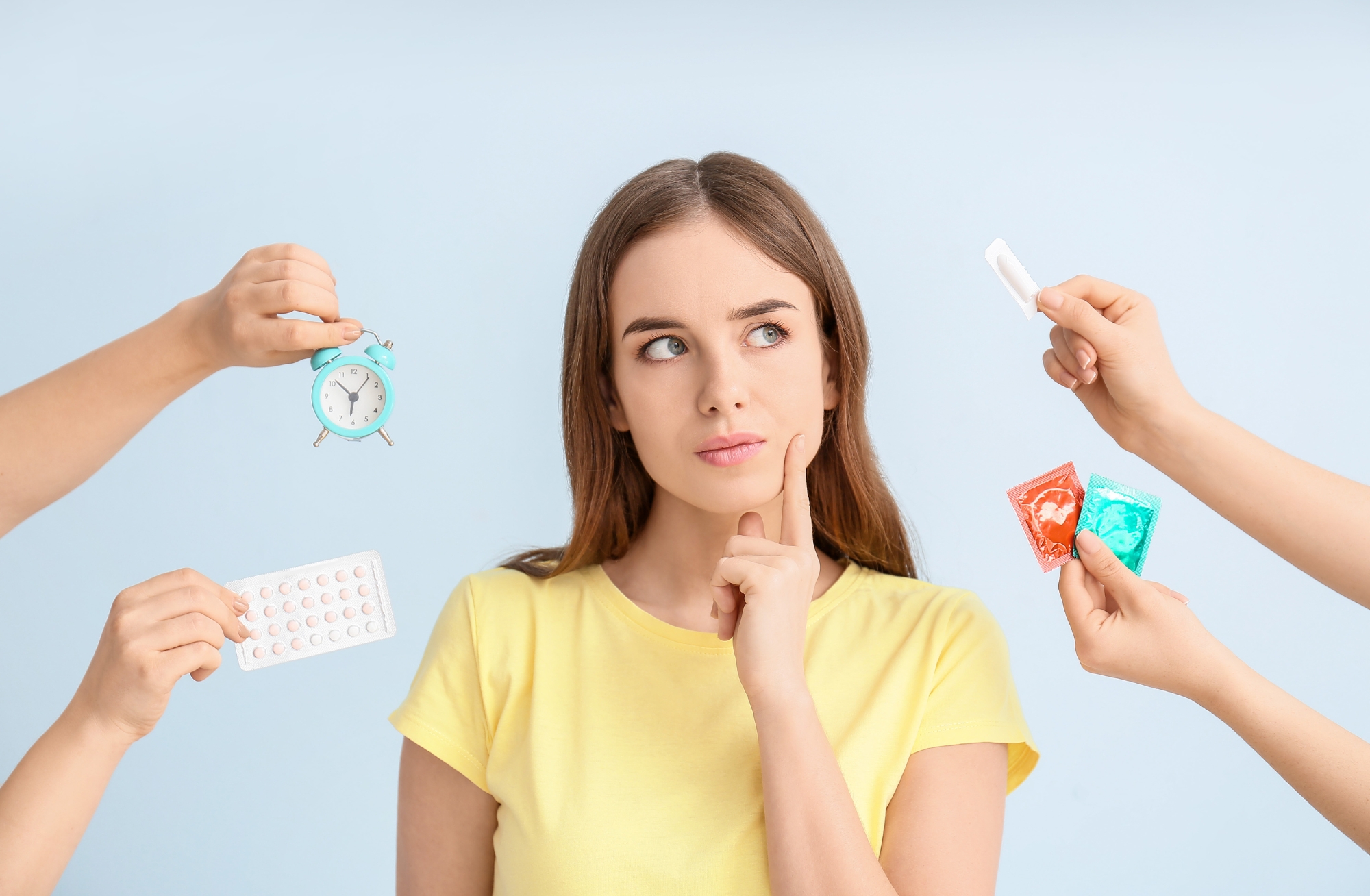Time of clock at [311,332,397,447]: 6:06
